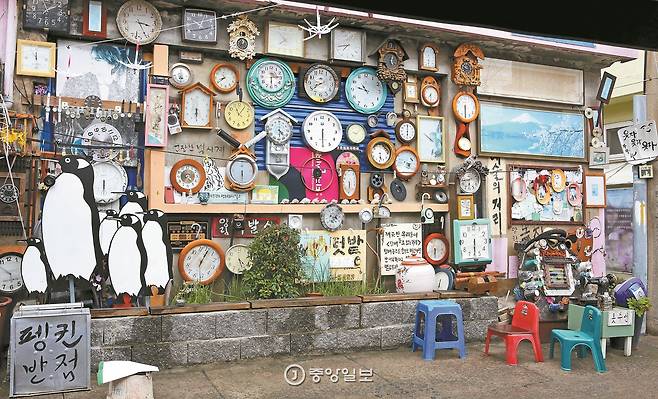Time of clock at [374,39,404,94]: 10:47
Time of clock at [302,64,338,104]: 8:39
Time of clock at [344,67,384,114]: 10:47
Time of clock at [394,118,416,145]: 6:00
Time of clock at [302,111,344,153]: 6:30
